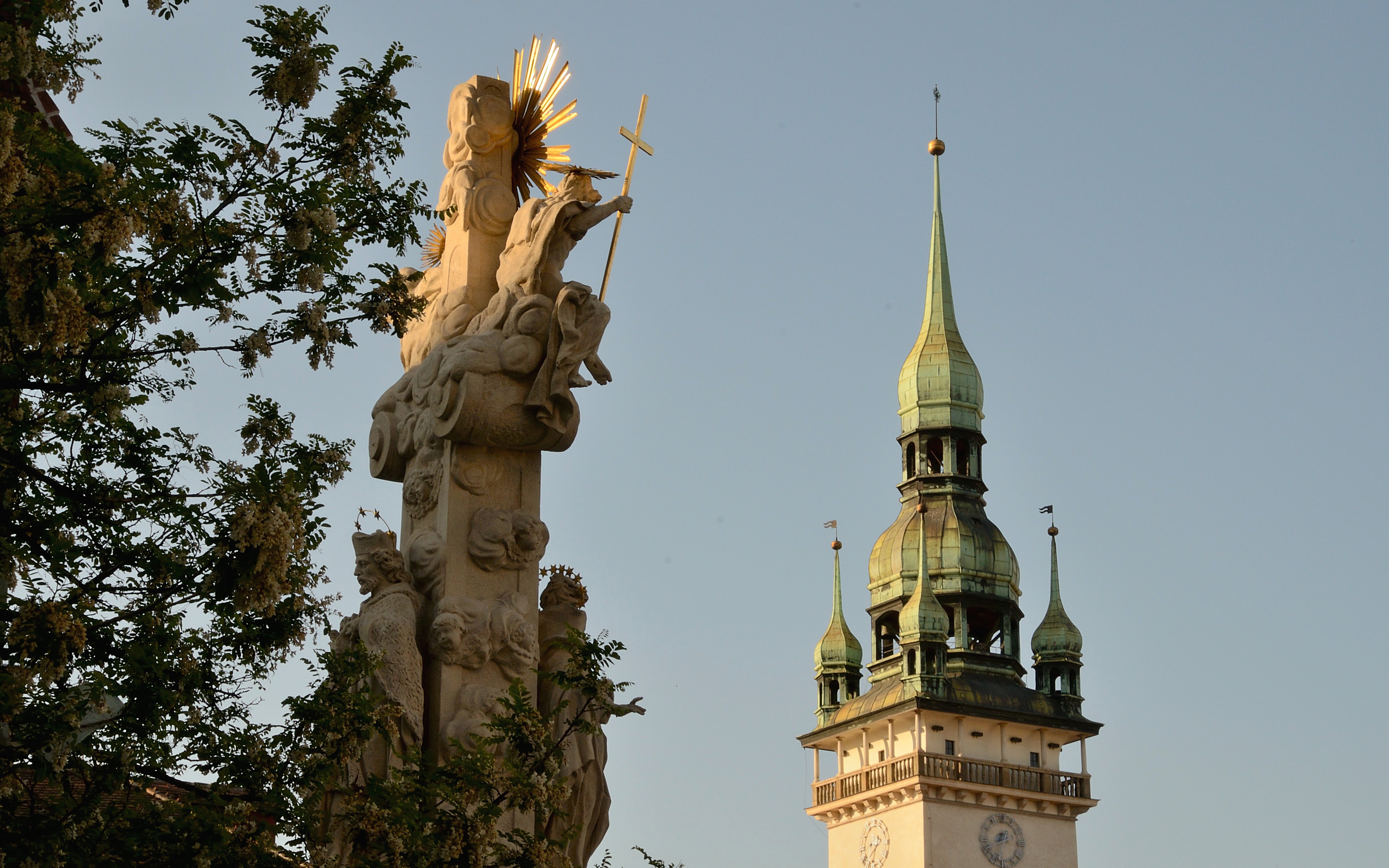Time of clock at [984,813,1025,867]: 7:32
